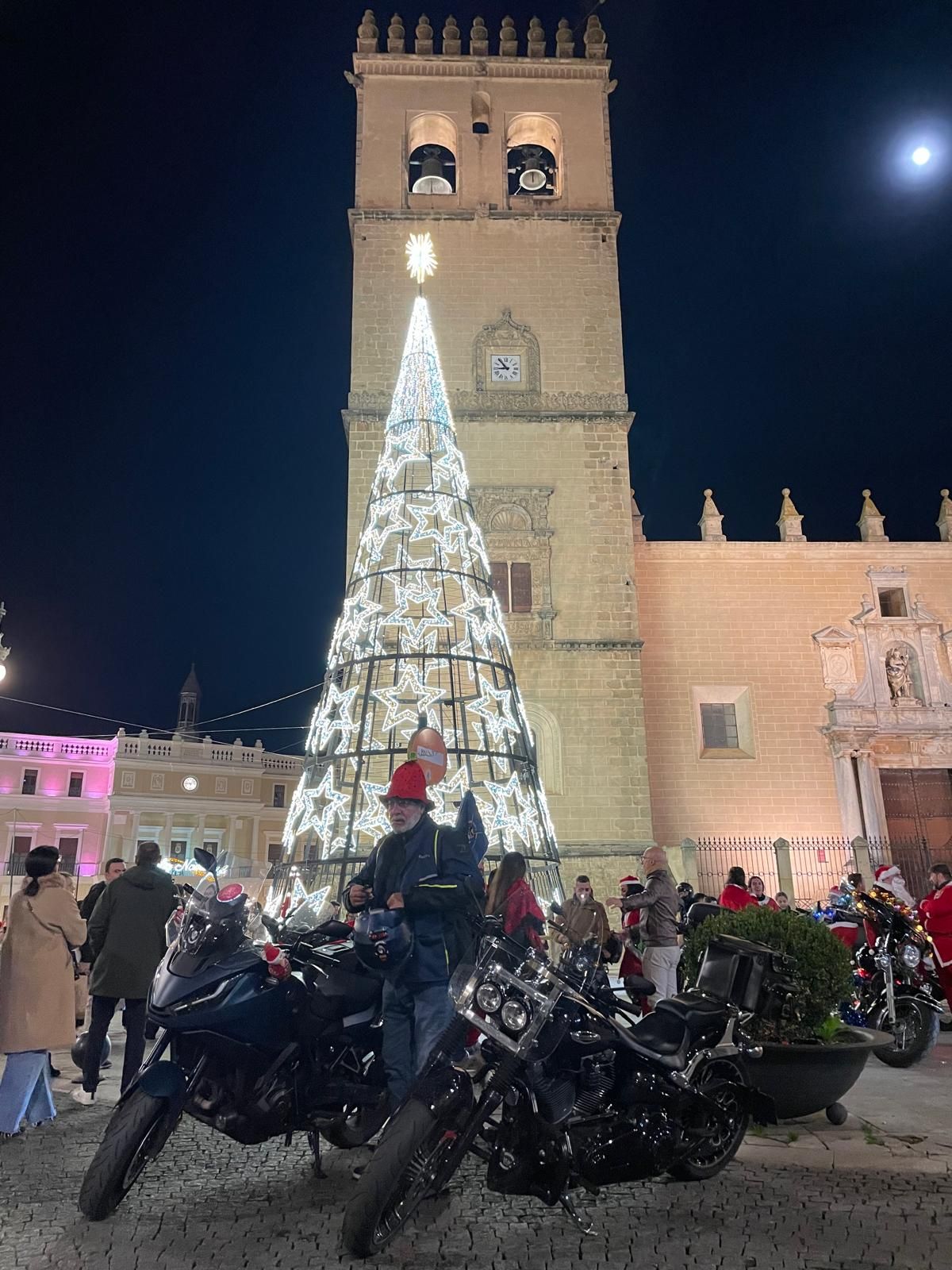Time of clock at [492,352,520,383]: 8:53
